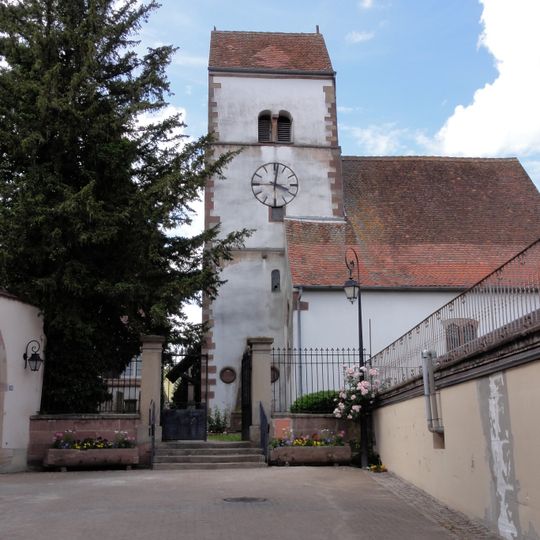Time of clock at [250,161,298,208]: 4:01
